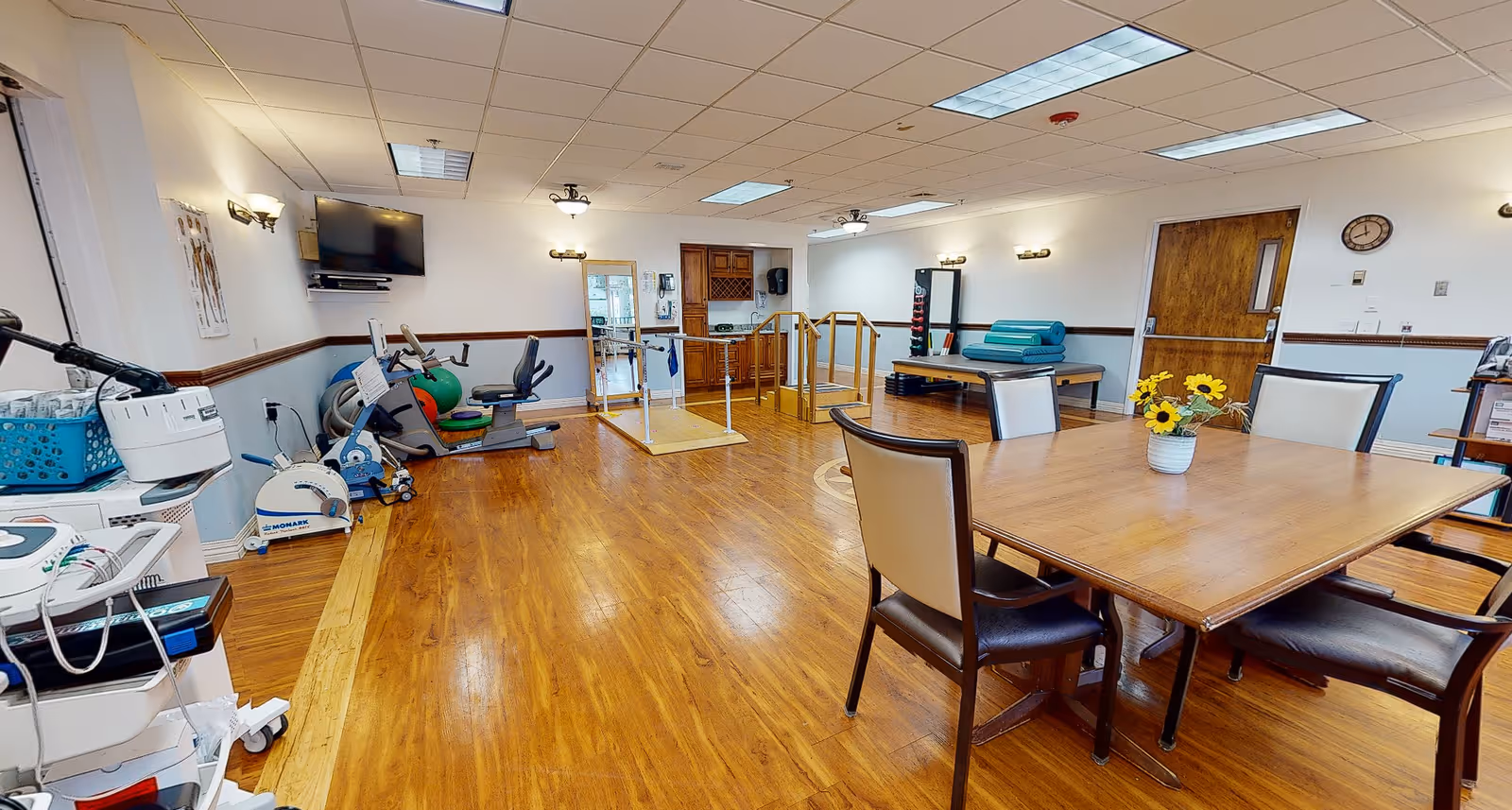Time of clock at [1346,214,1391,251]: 11:41
